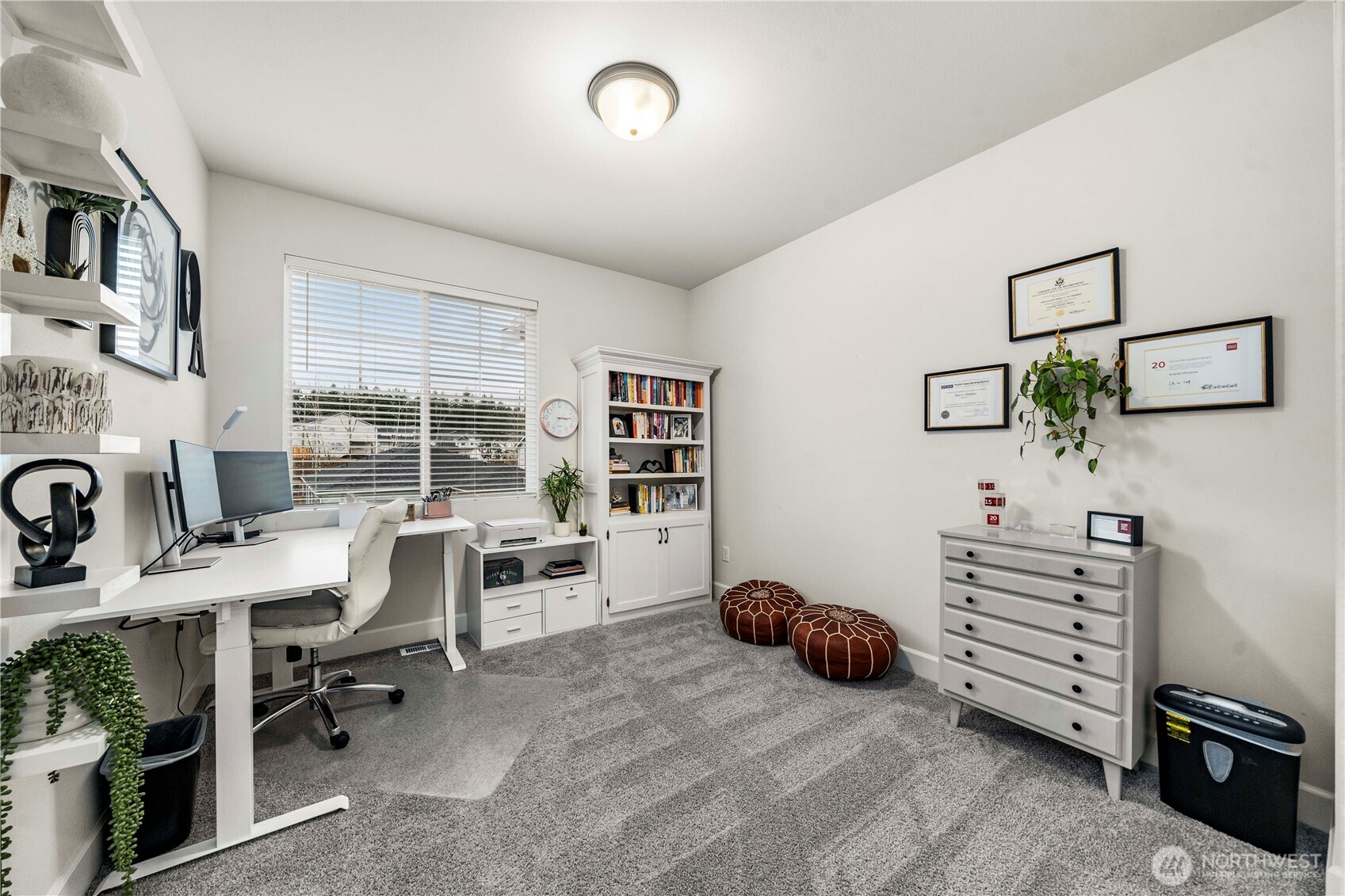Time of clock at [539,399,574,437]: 3:14
